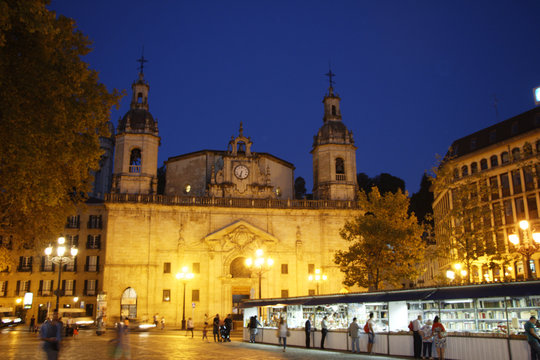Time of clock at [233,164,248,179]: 6:32
